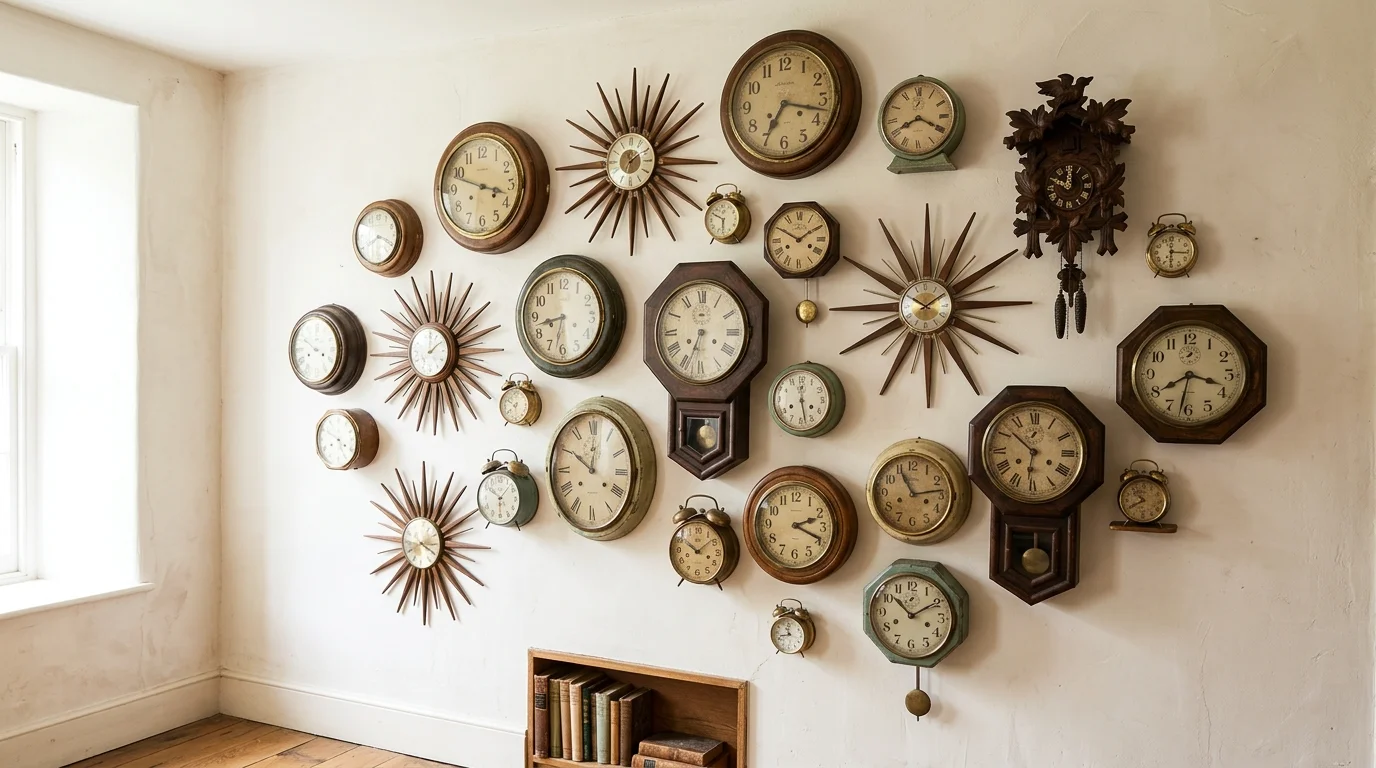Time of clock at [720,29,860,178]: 7:17
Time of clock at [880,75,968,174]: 8:19
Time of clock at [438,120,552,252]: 3:48
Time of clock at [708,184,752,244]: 5:49
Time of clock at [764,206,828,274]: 1:50
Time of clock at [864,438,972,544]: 11:13
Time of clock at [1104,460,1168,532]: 10:40
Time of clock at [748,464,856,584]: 2:18
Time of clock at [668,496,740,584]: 10:08
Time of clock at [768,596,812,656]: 11:42
